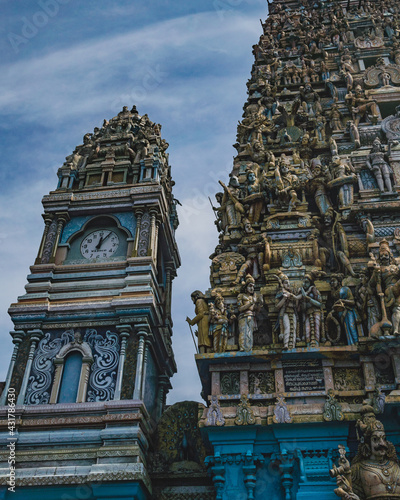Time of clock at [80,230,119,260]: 12:05
